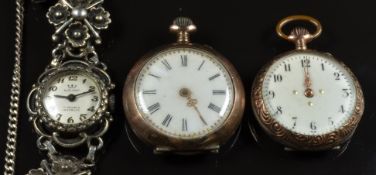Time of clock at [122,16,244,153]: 4:24
